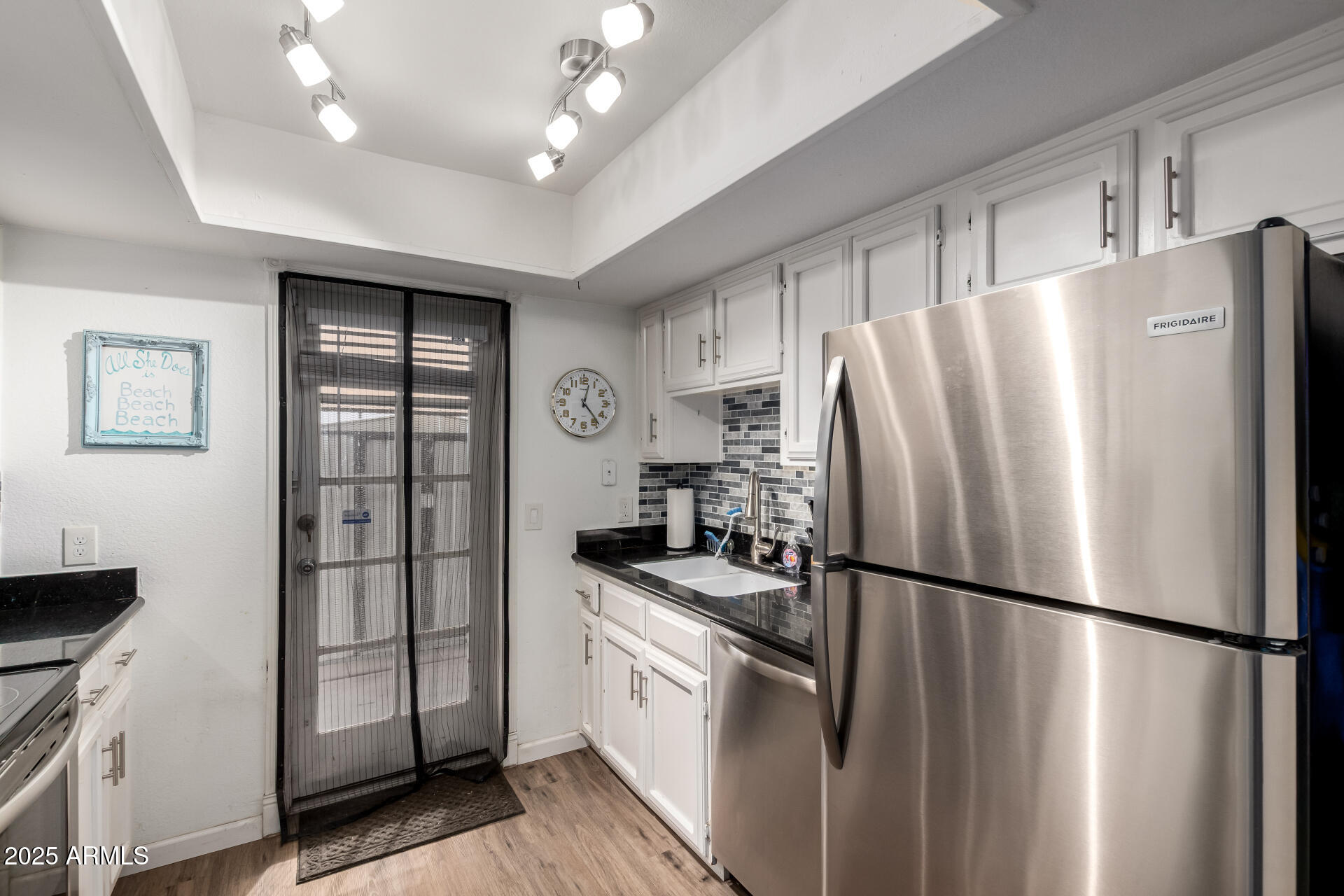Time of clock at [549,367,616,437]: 12:23
